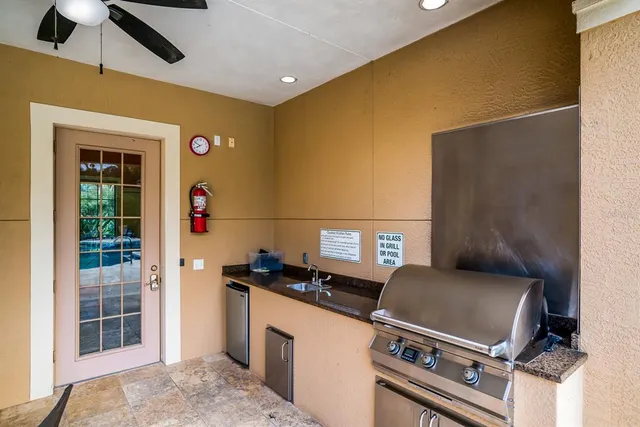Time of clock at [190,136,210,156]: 7:49
